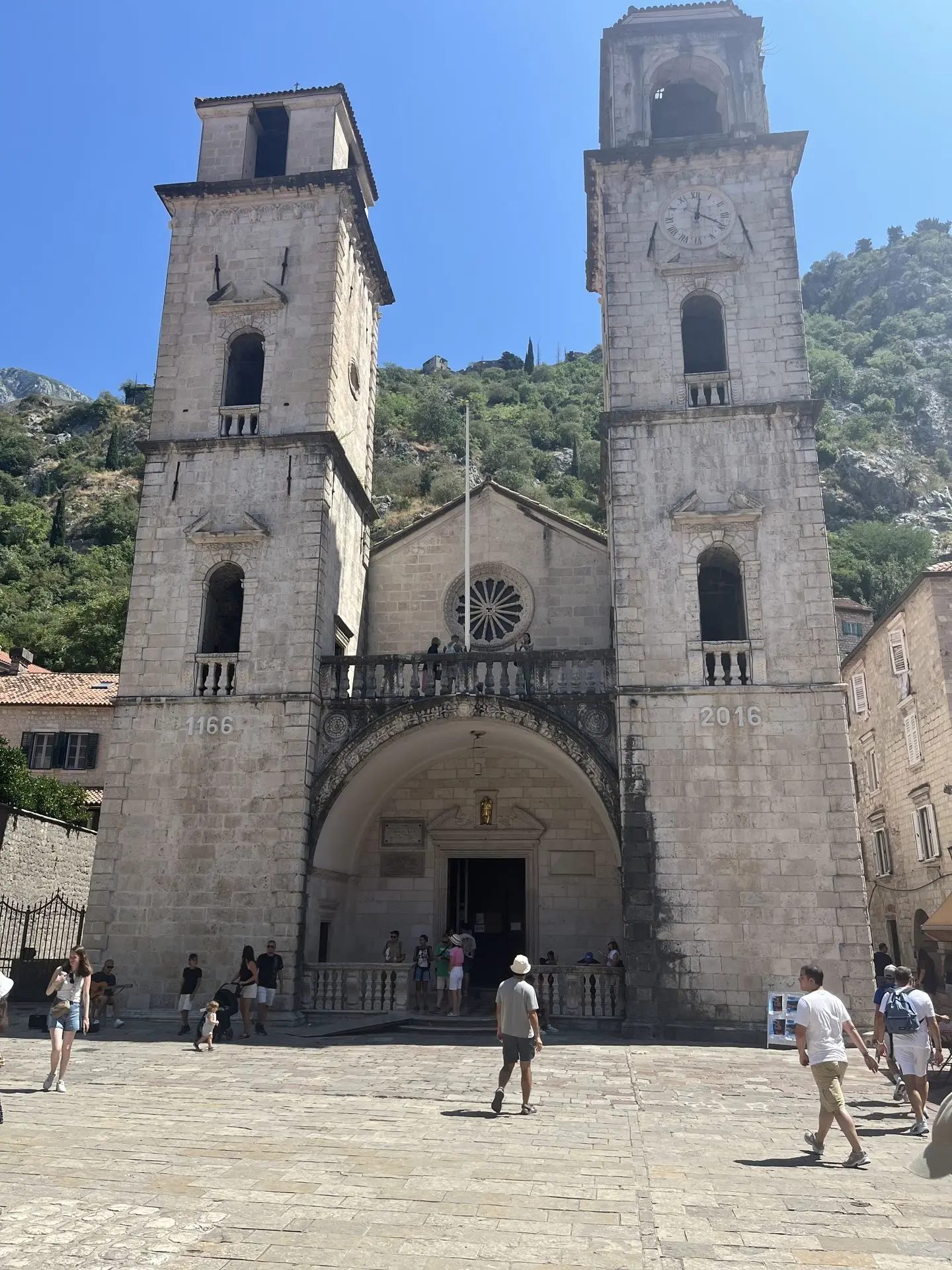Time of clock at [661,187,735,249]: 12:19
